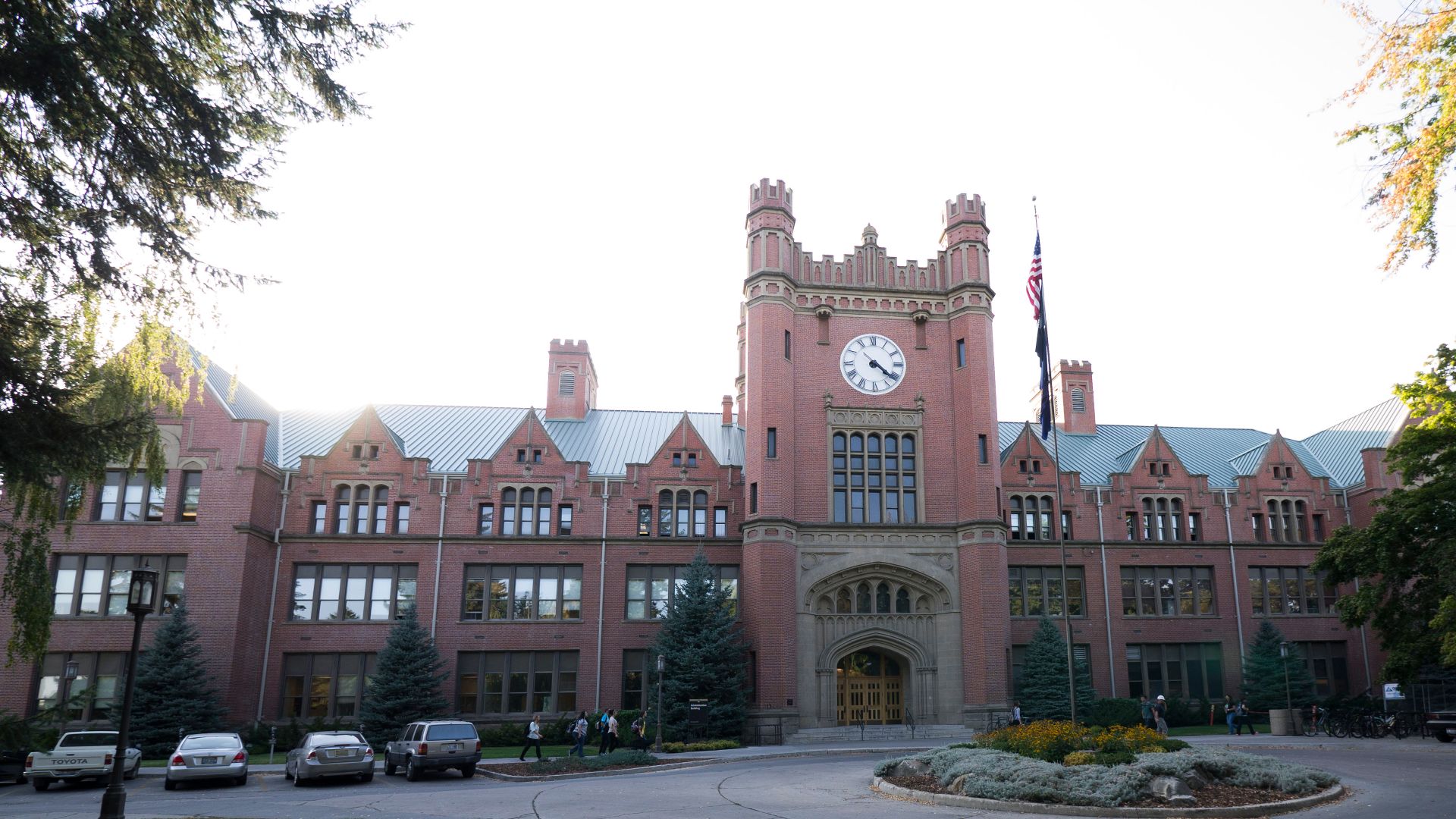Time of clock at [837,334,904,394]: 4:21
